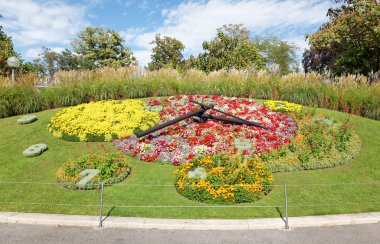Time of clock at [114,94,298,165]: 8:16
